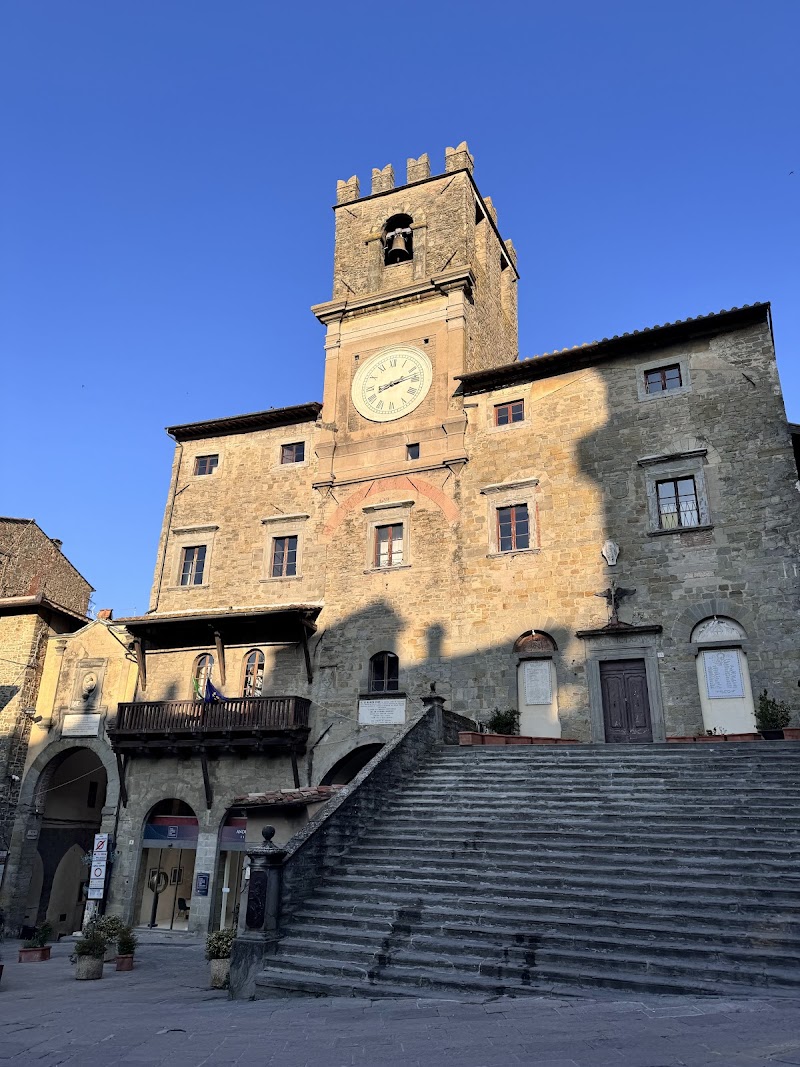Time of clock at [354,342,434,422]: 8:12
